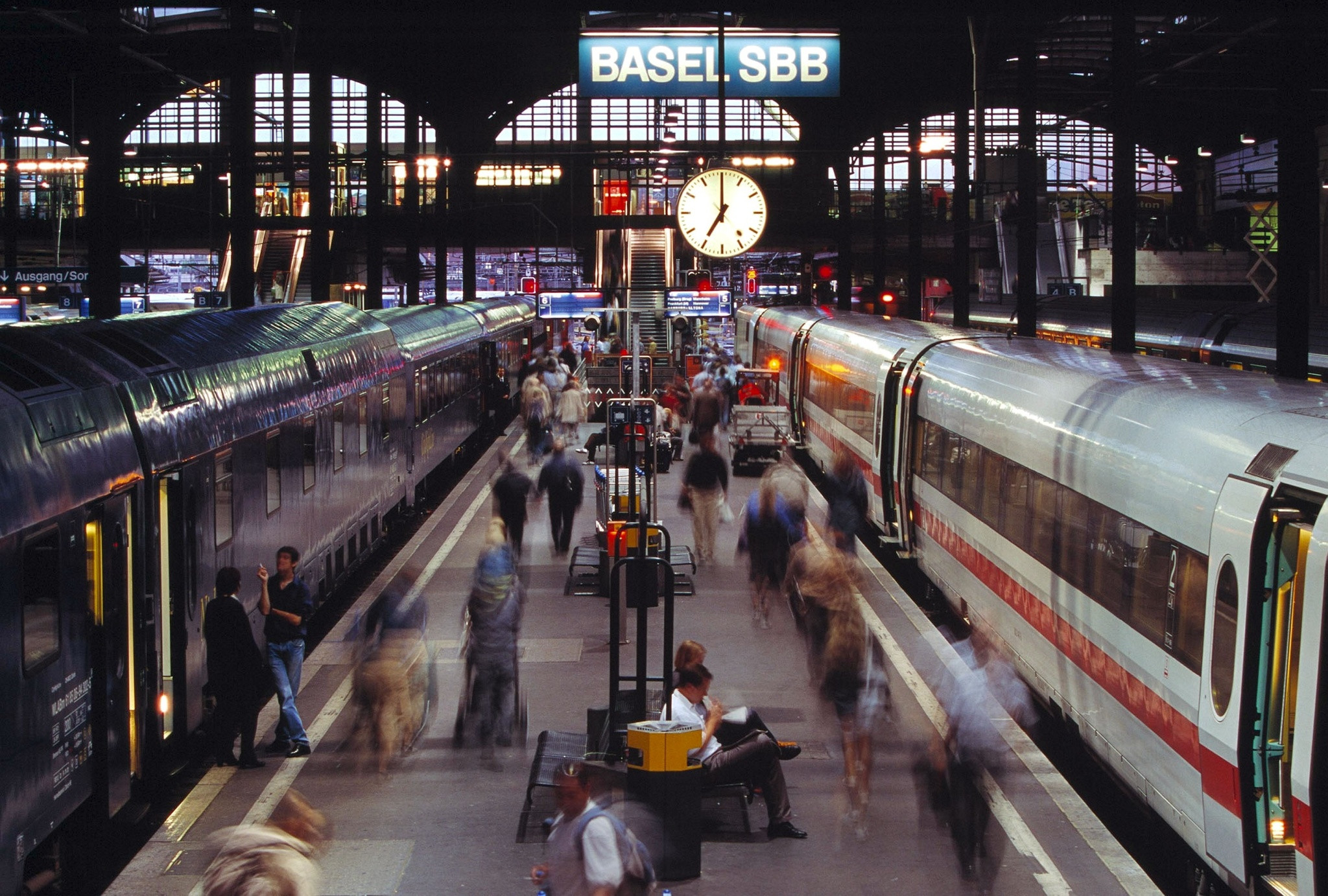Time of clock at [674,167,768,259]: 7:00
